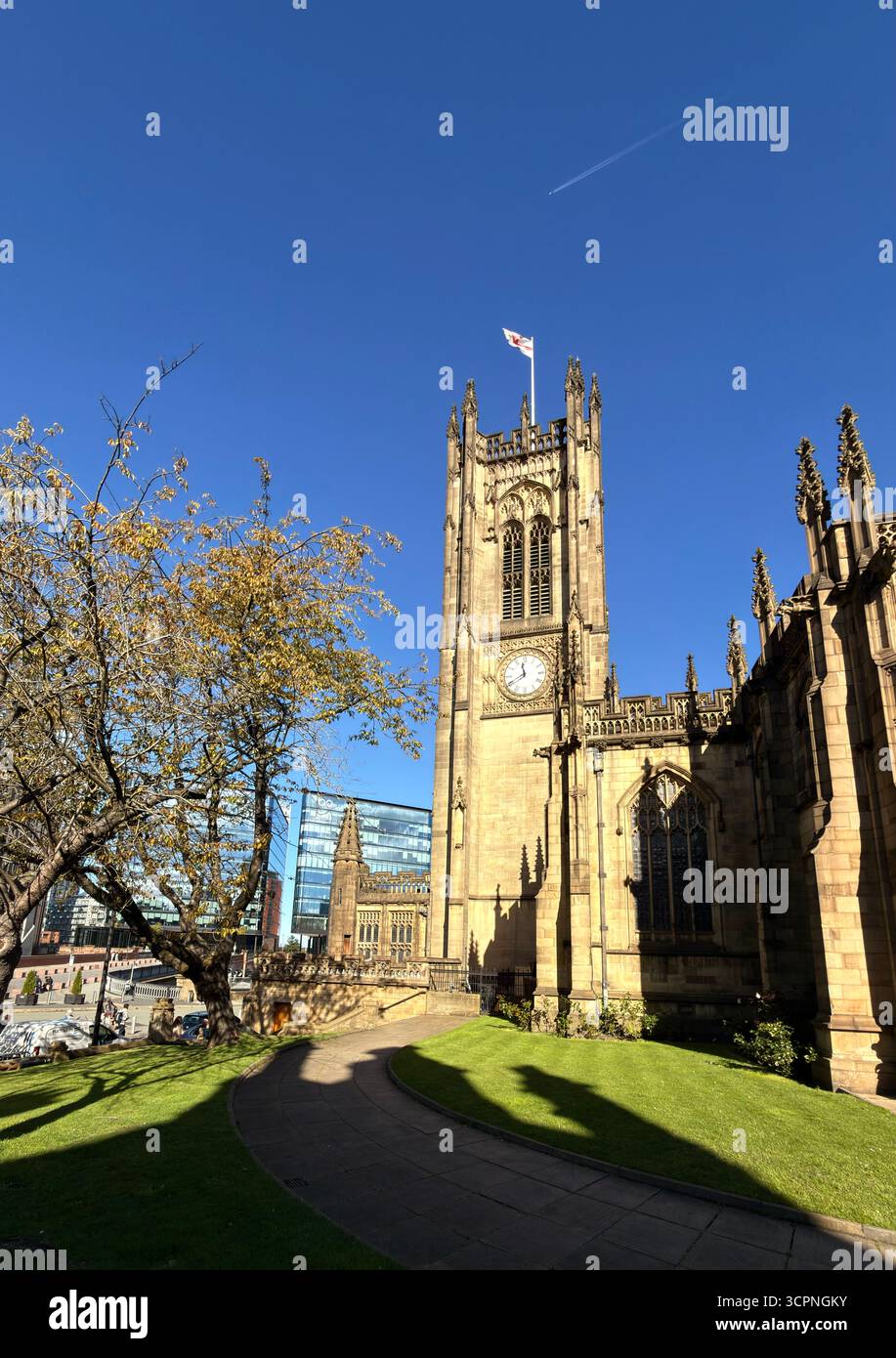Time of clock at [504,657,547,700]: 11:40
